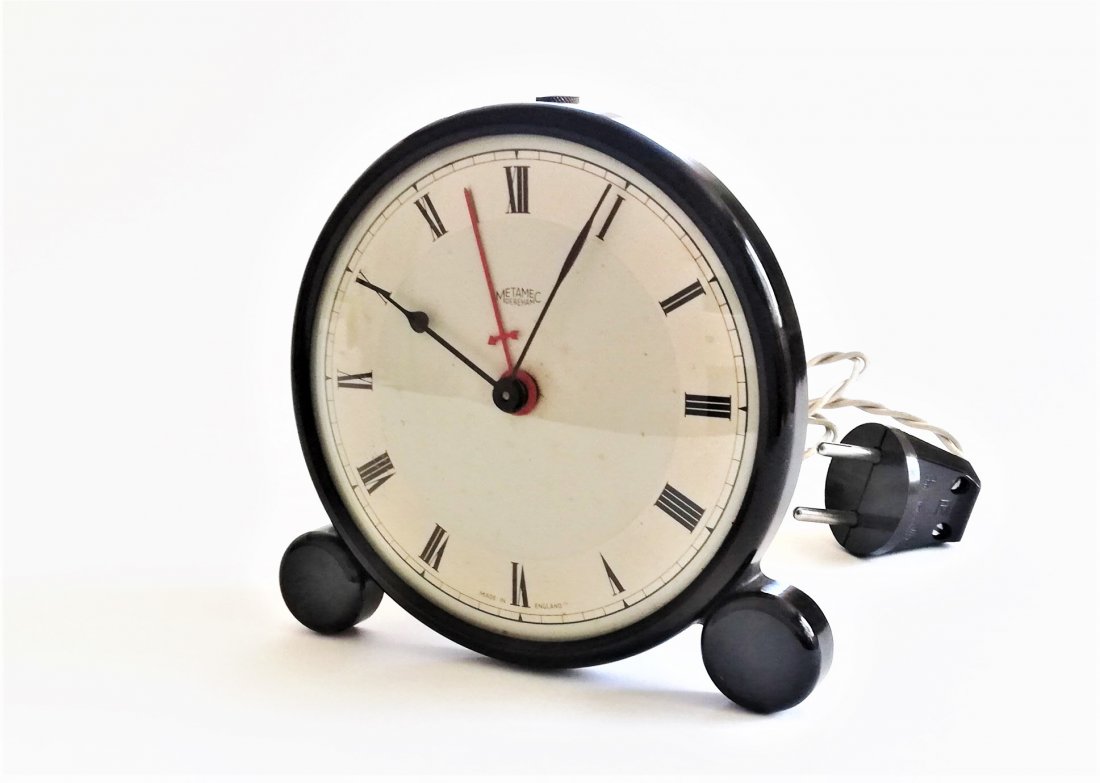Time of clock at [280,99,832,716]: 10:04
